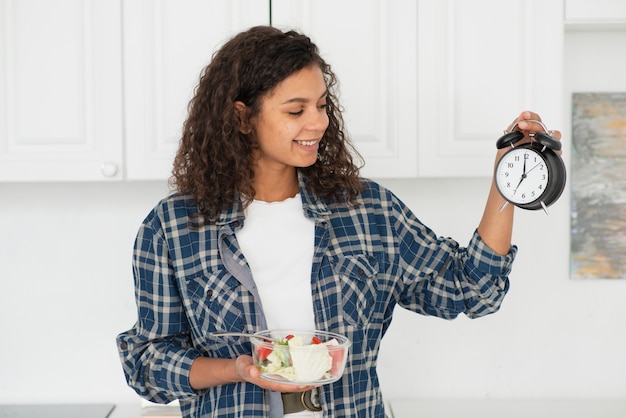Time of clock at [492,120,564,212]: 7:00
